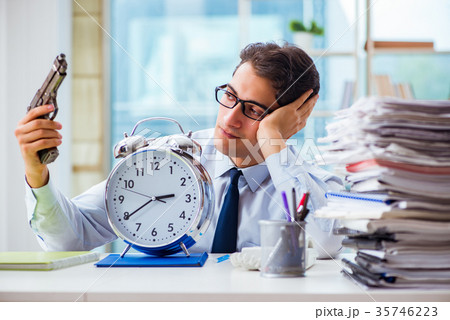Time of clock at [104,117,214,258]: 2:39
